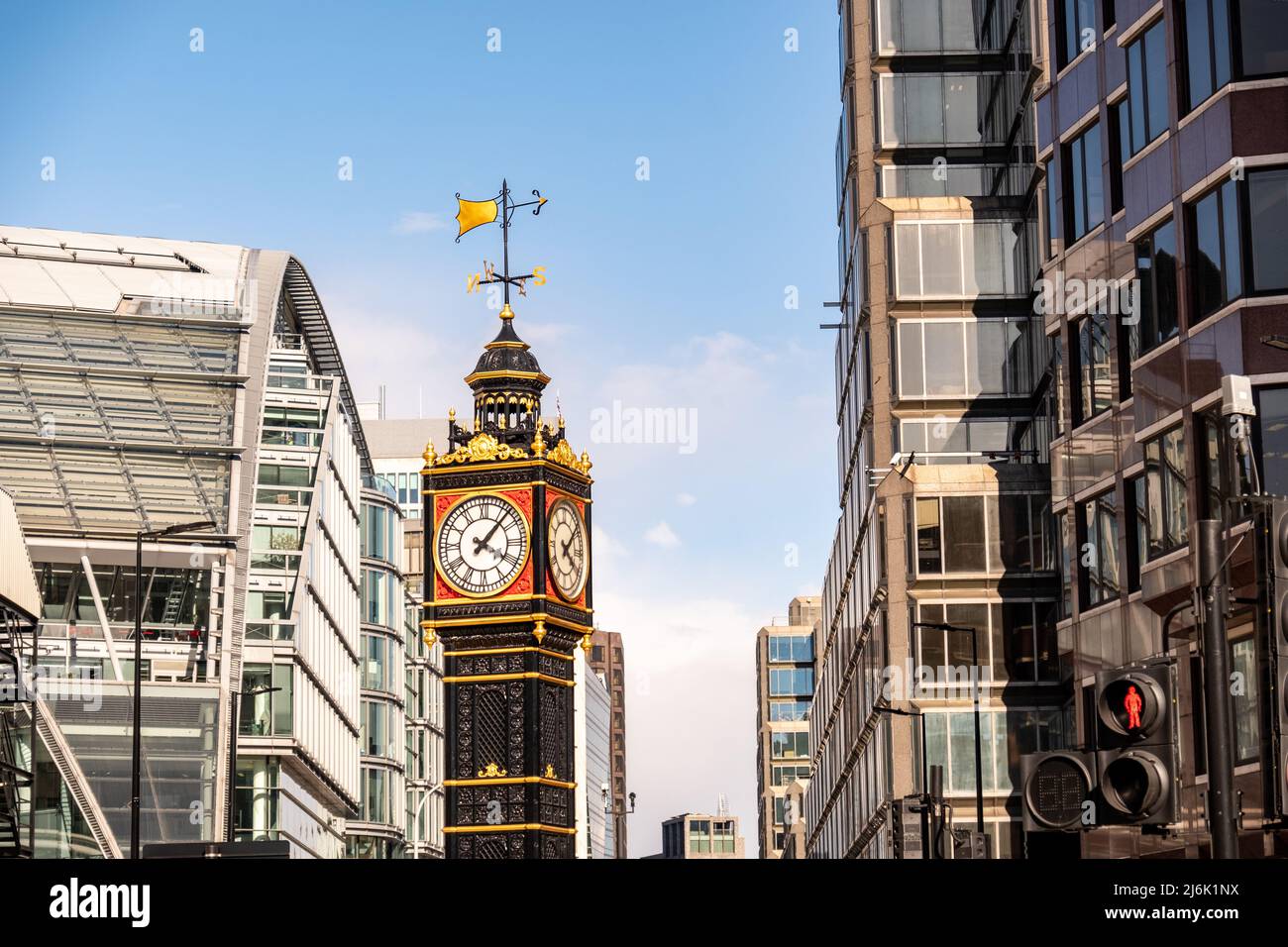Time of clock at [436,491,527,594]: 4:07
